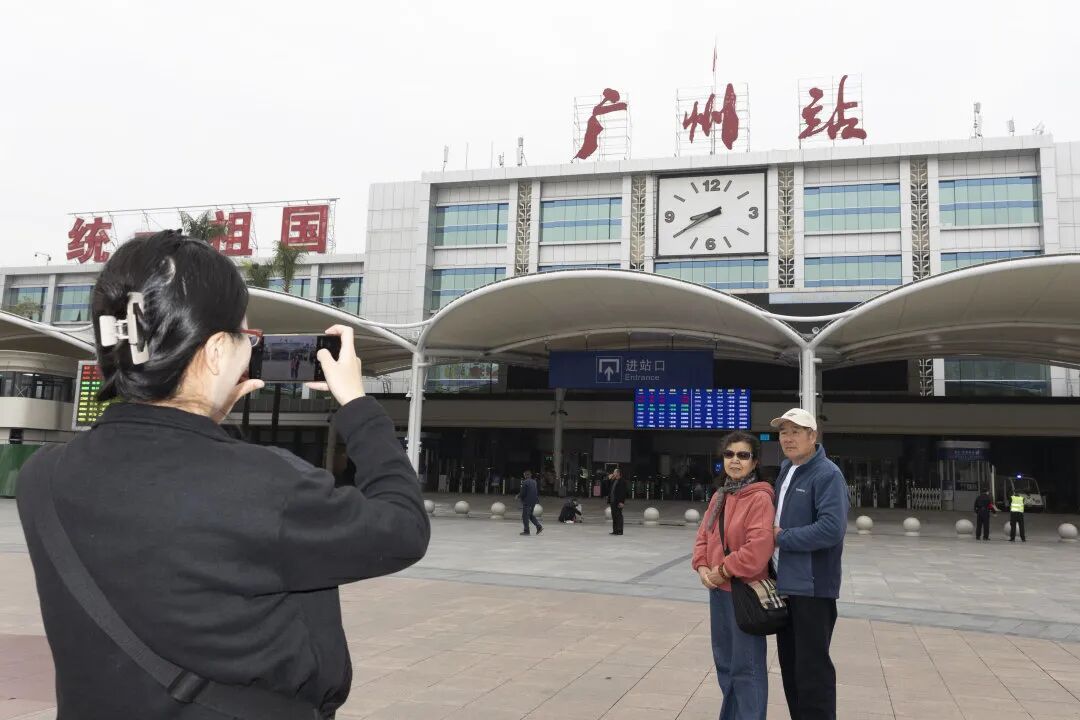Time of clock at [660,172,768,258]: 8:40
